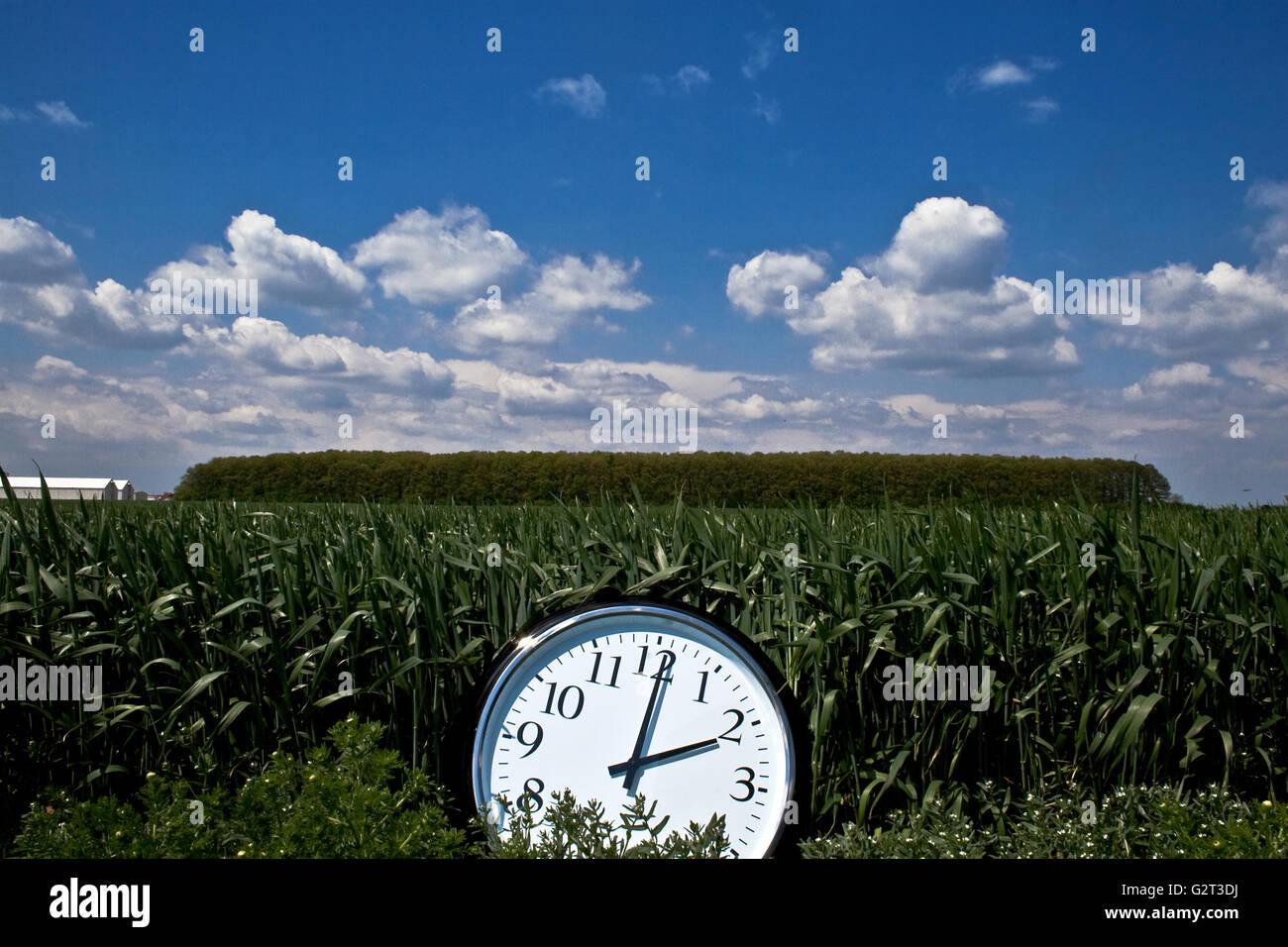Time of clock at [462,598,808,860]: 2:01
